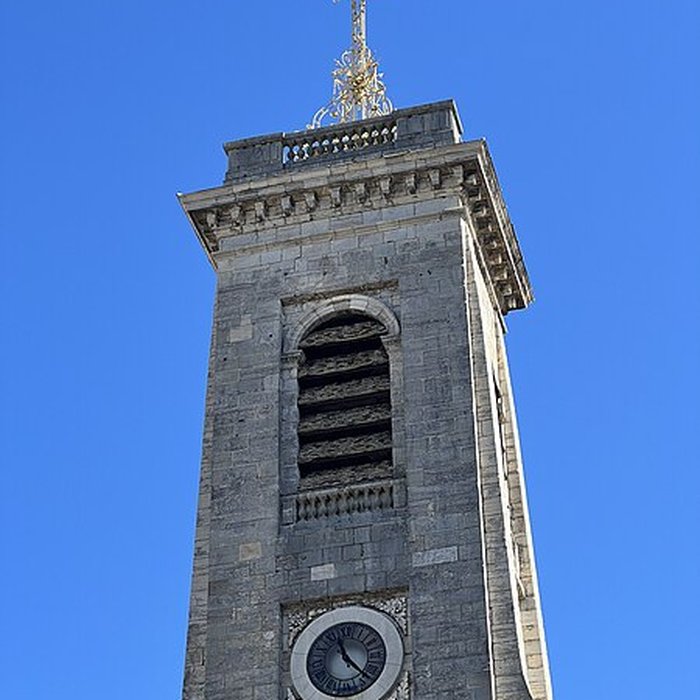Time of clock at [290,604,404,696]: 11:22
